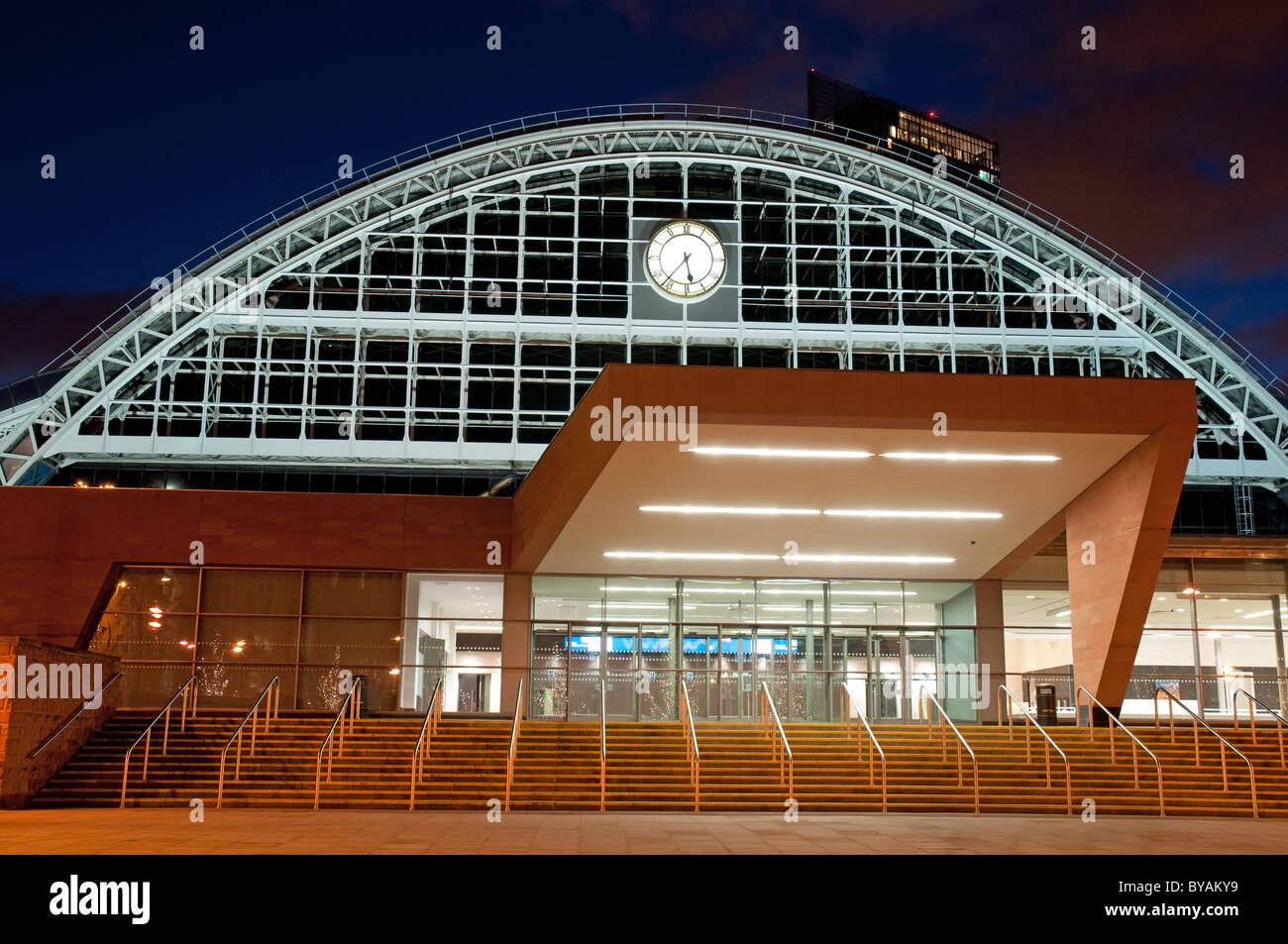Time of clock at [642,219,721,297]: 5:36
